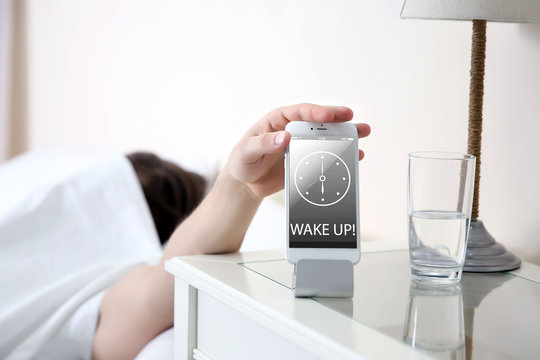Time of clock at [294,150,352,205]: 6:00
